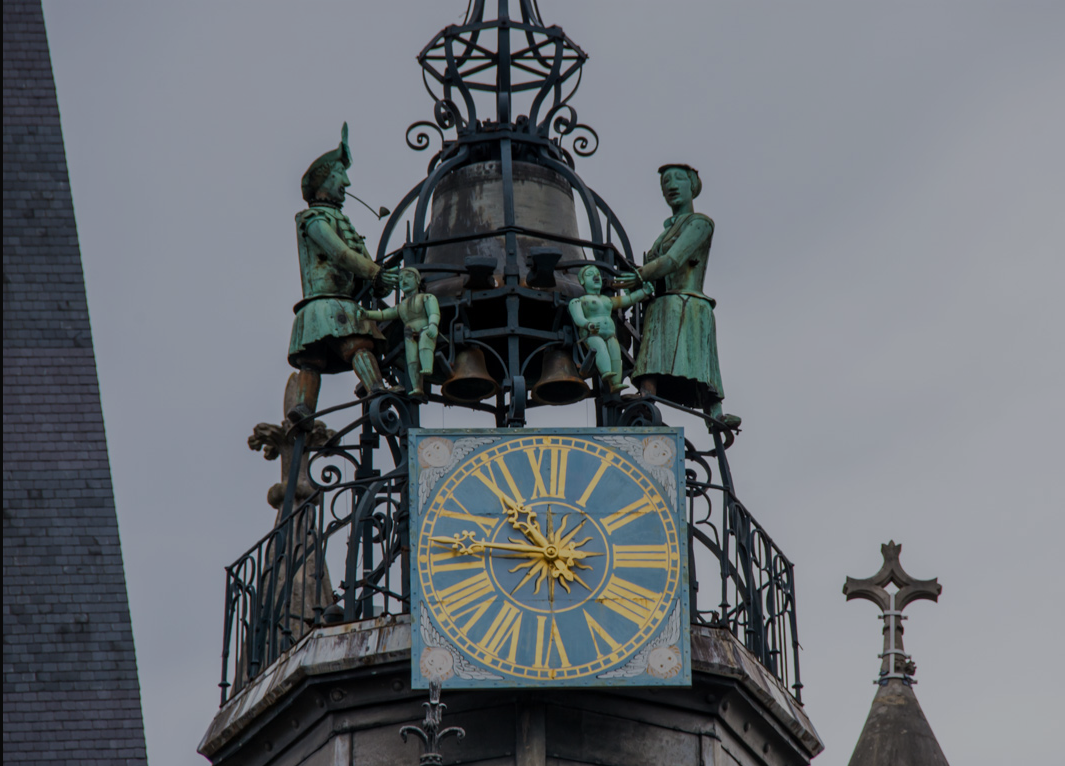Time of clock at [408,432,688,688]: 10:45
